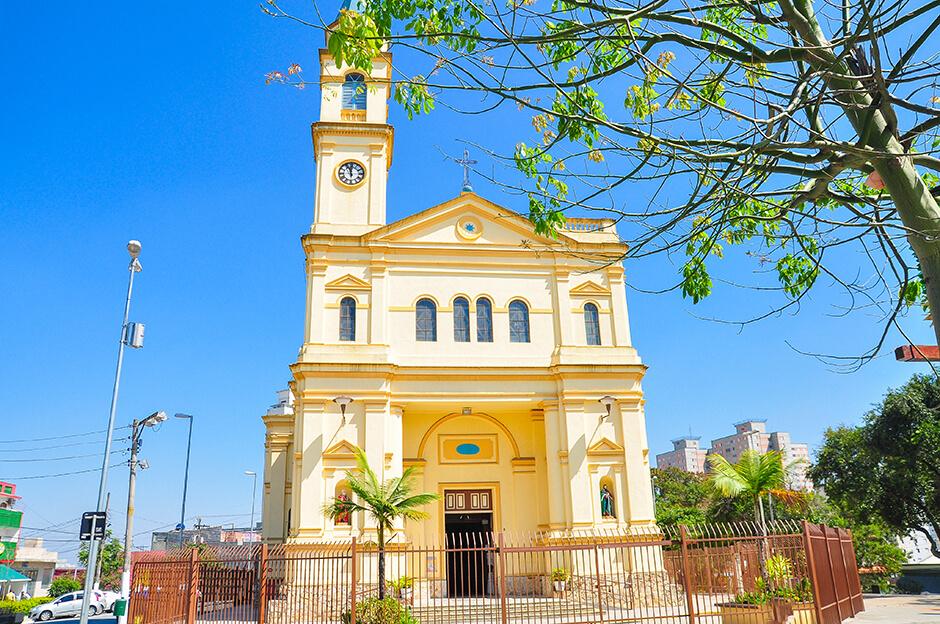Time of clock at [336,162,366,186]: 11:56
